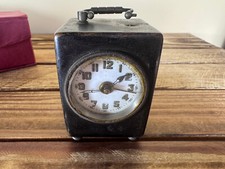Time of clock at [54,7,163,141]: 1:16
